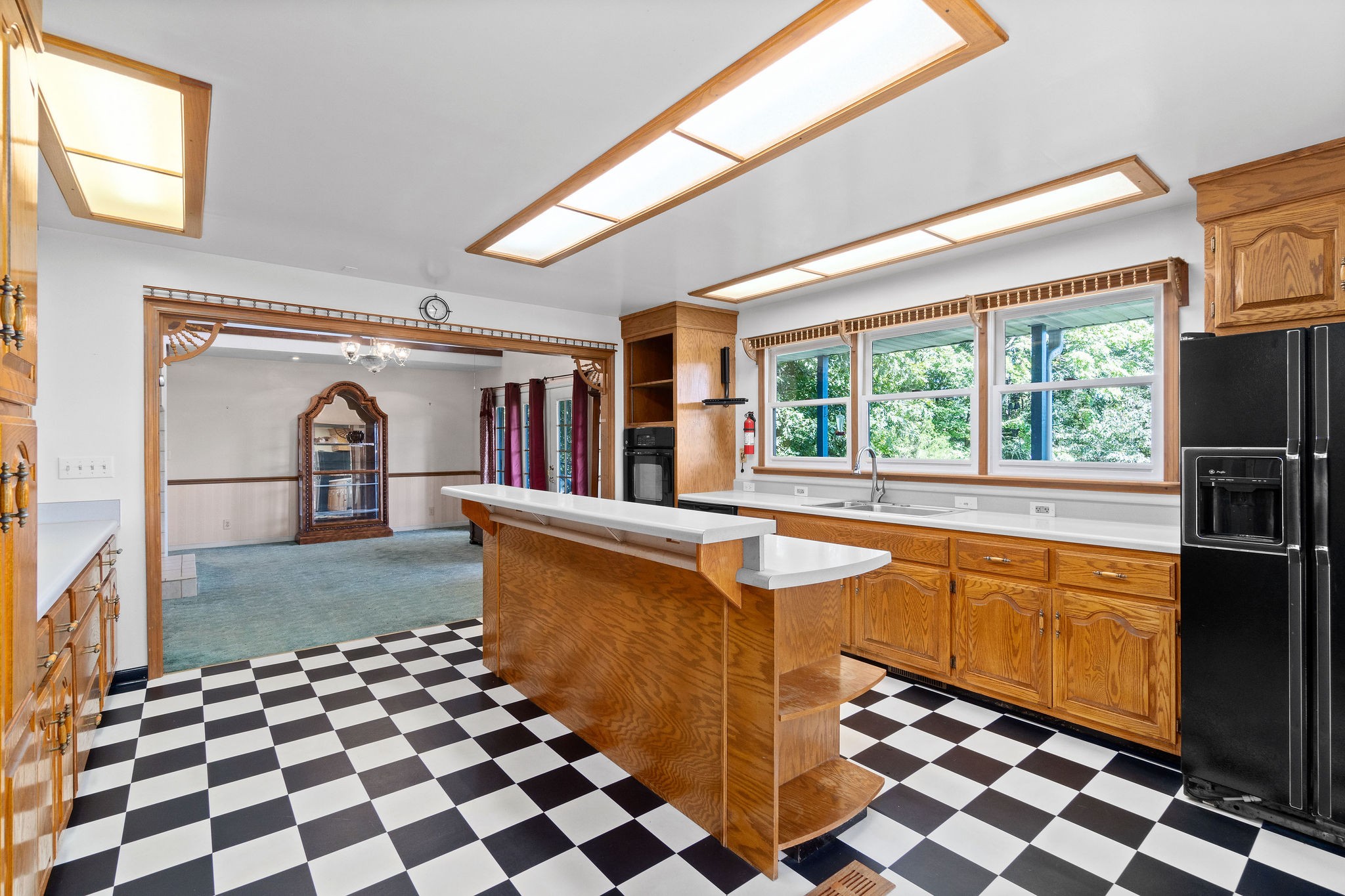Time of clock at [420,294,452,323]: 10:32
